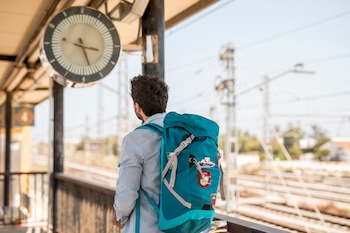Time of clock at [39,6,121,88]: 3:27
